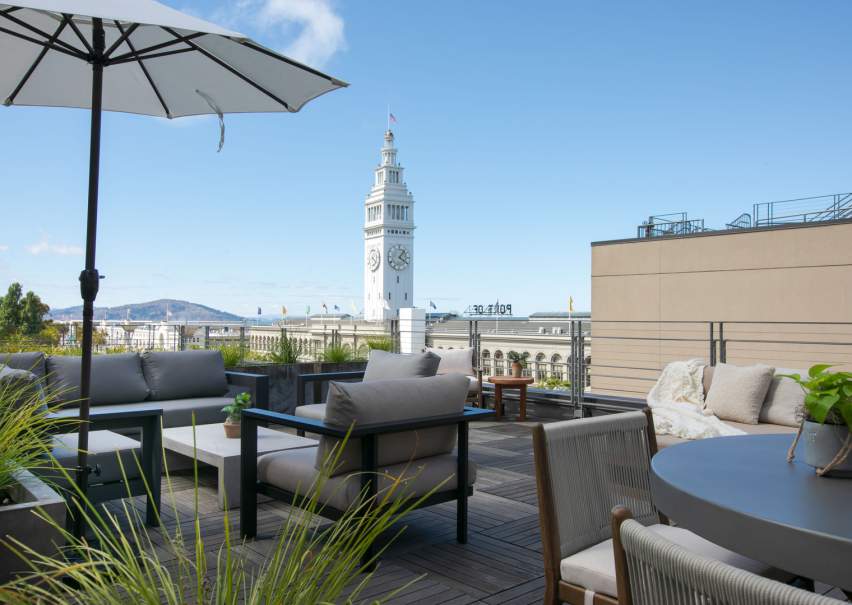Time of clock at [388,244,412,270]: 1:20
